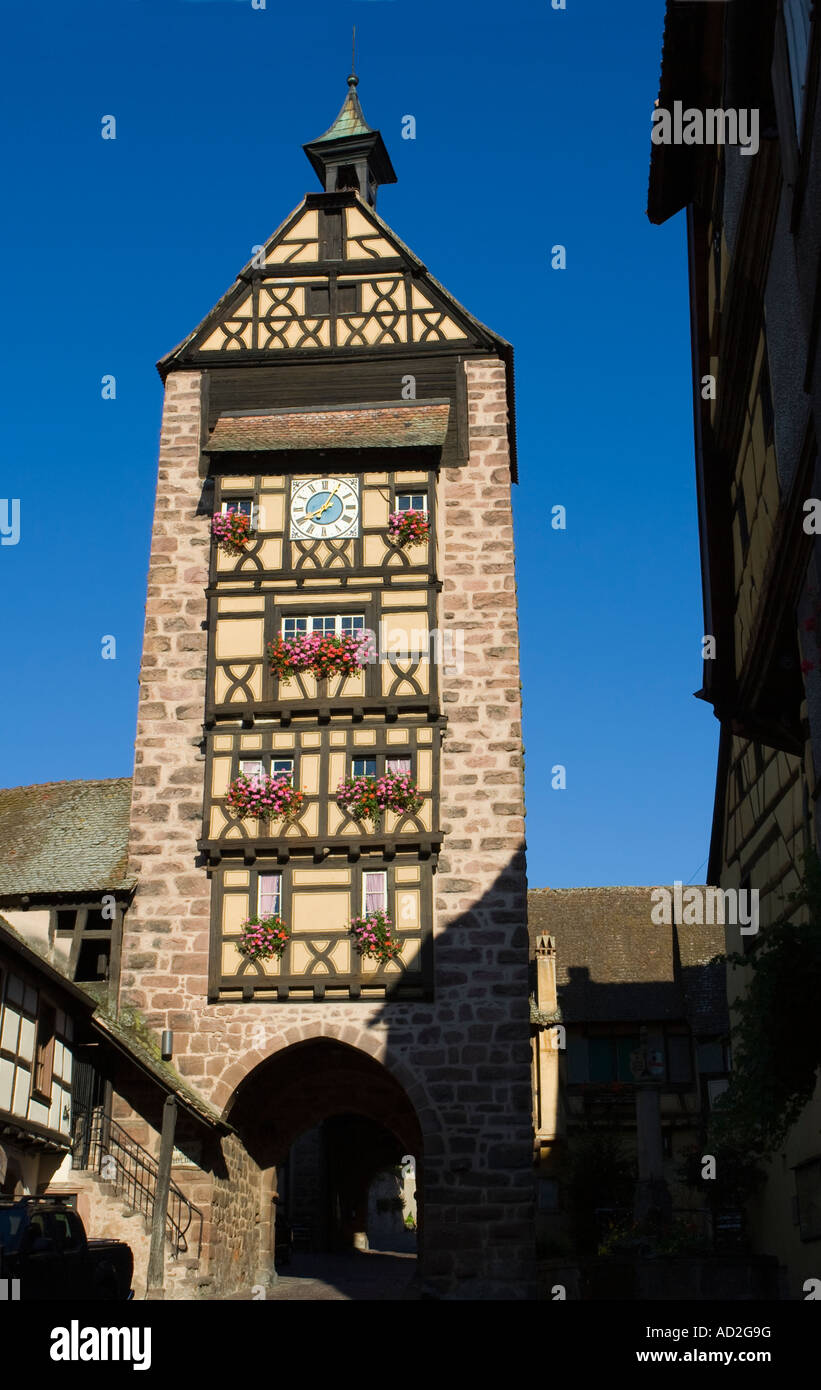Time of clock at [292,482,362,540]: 8:04
